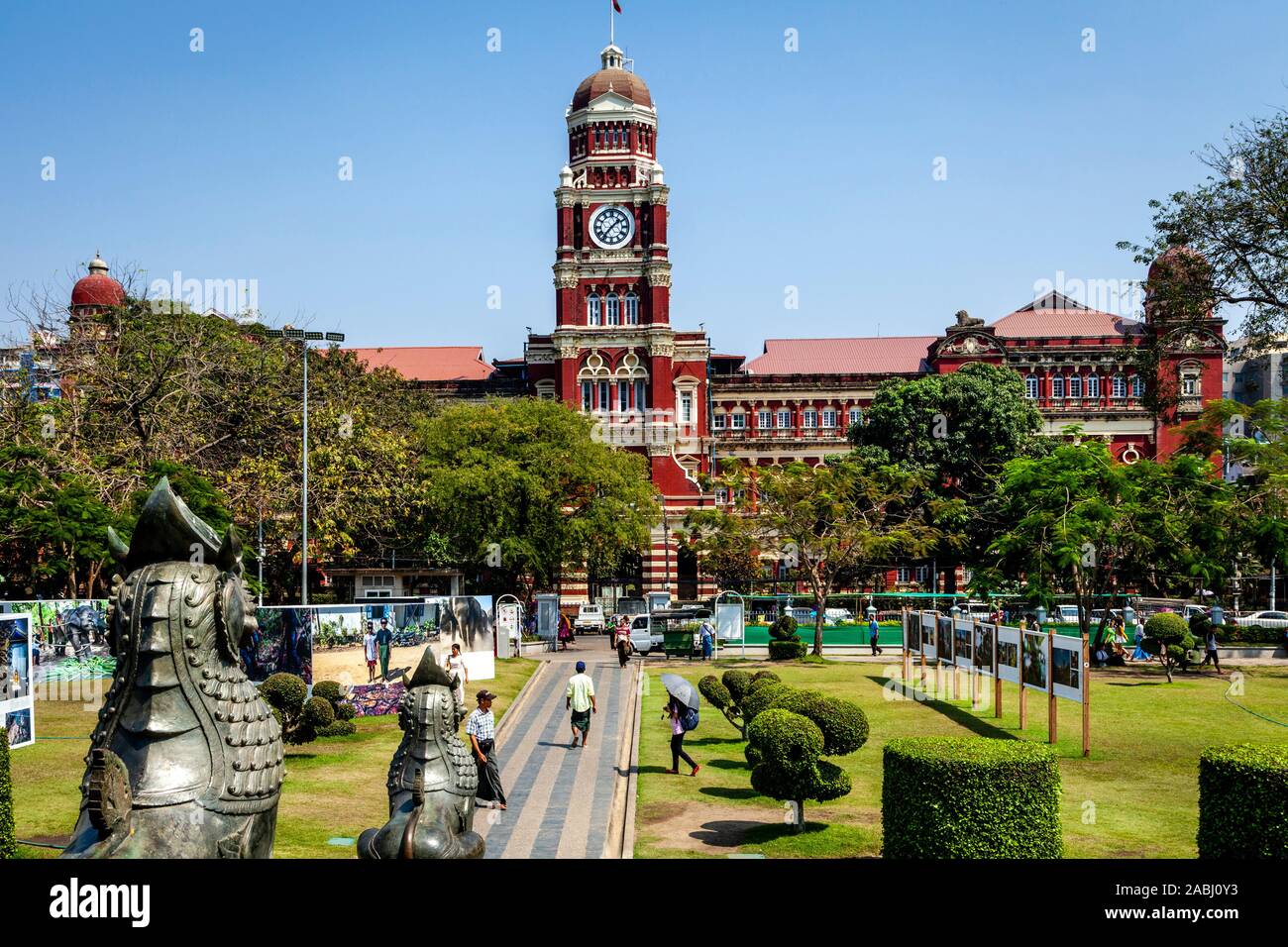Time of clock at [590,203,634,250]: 1:36
